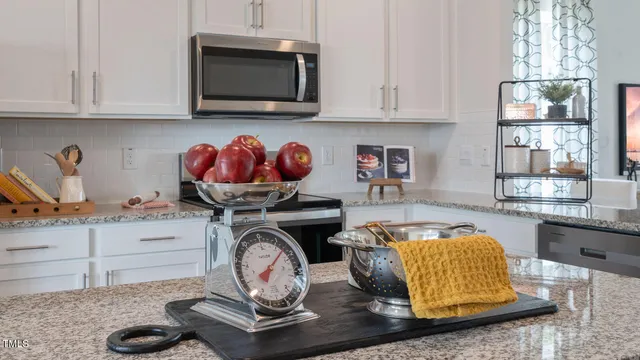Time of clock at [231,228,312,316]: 7:07
